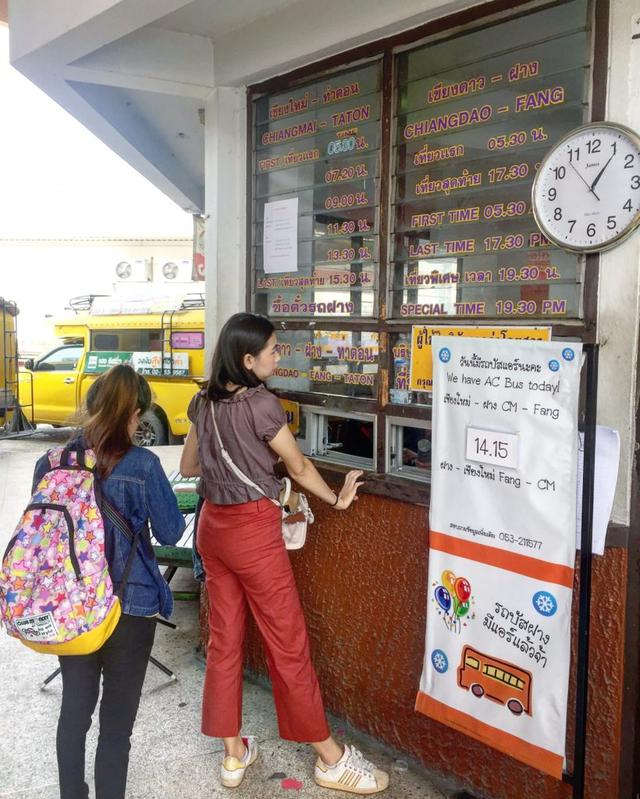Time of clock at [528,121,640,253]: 1:05
